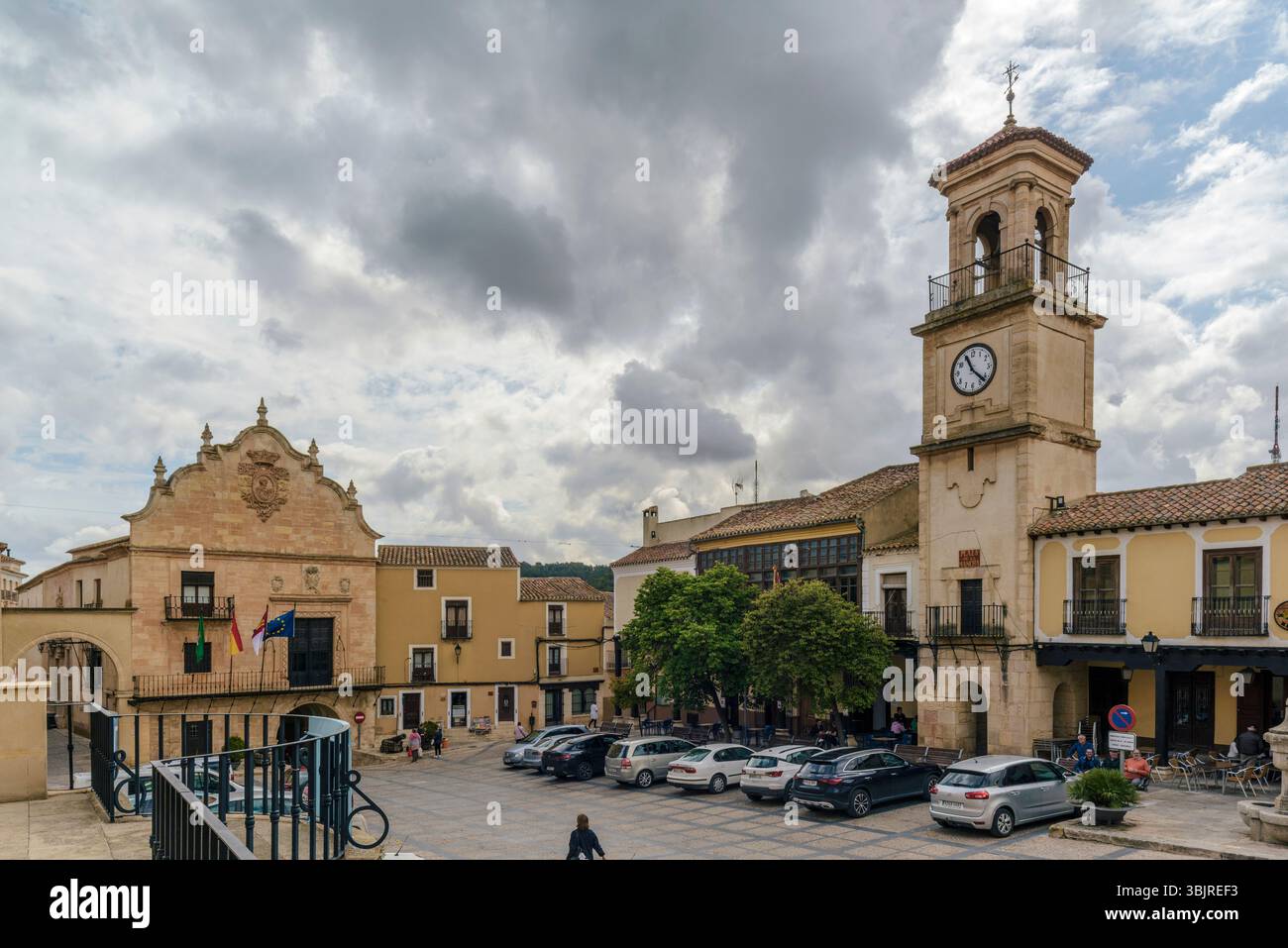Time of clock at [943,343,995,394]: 11:22
